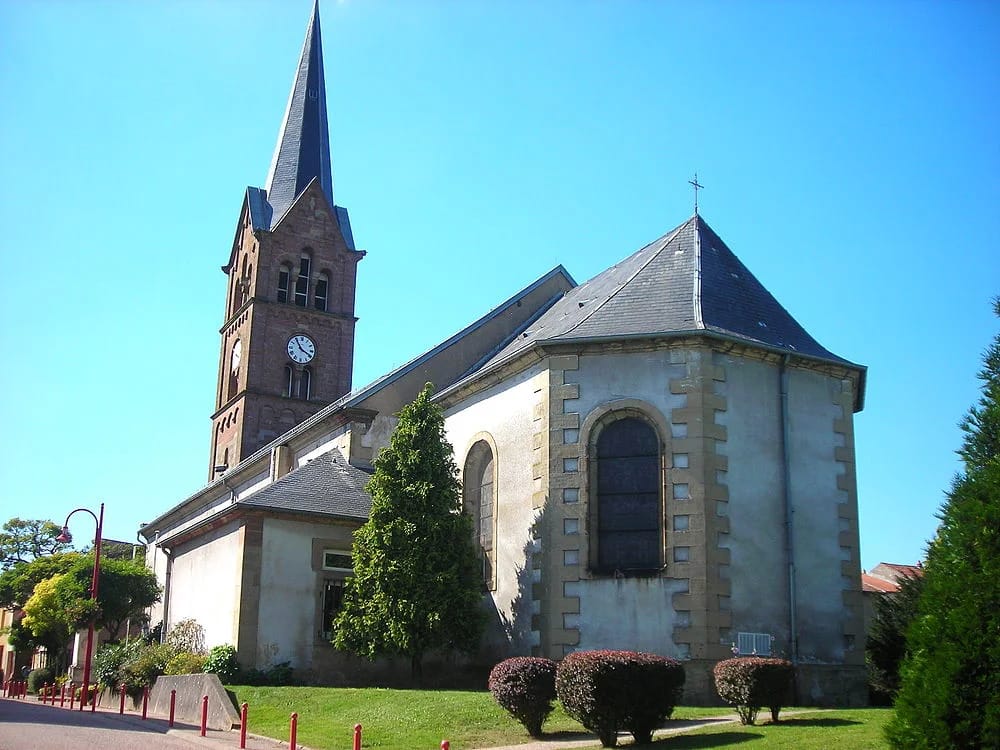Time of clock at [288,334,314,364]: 3:54
